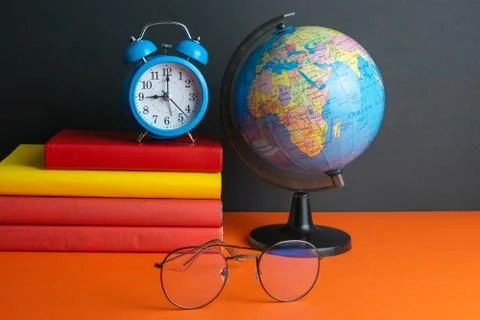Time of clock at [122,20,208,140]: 9:00
